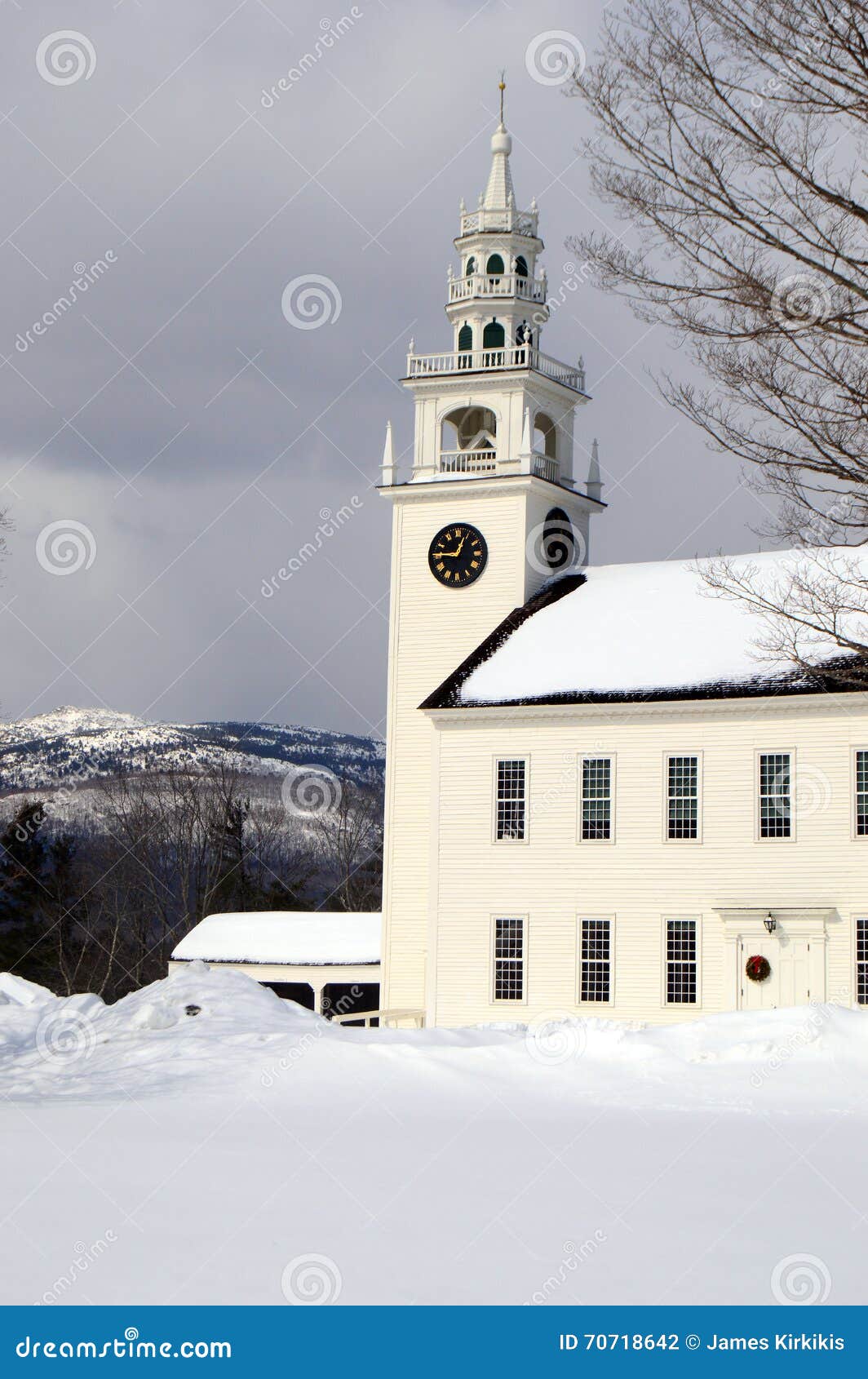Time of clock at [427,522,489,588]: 12:45
